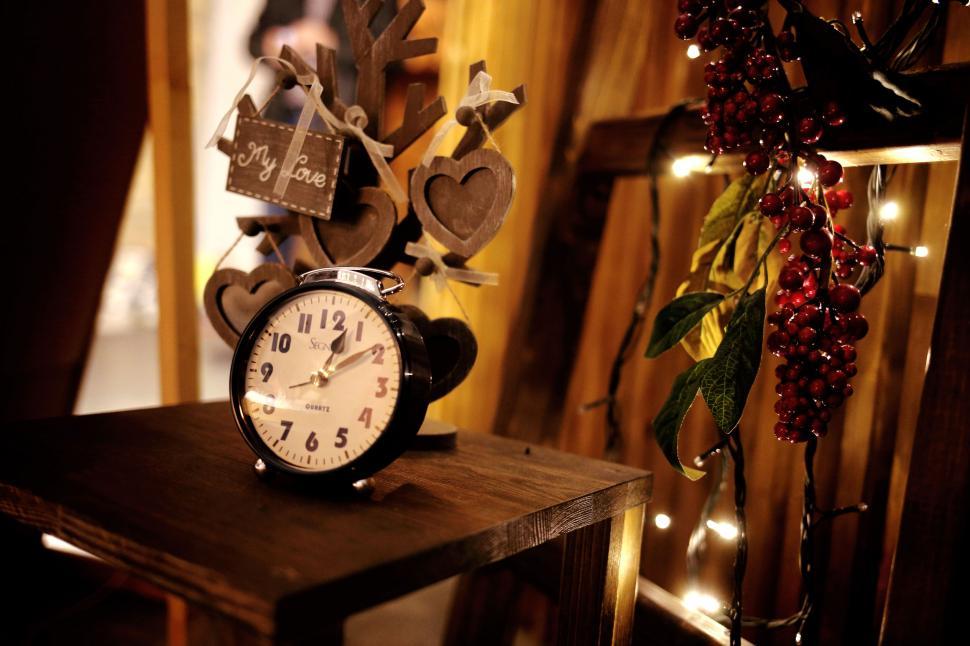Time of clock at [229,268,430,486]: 1:09
